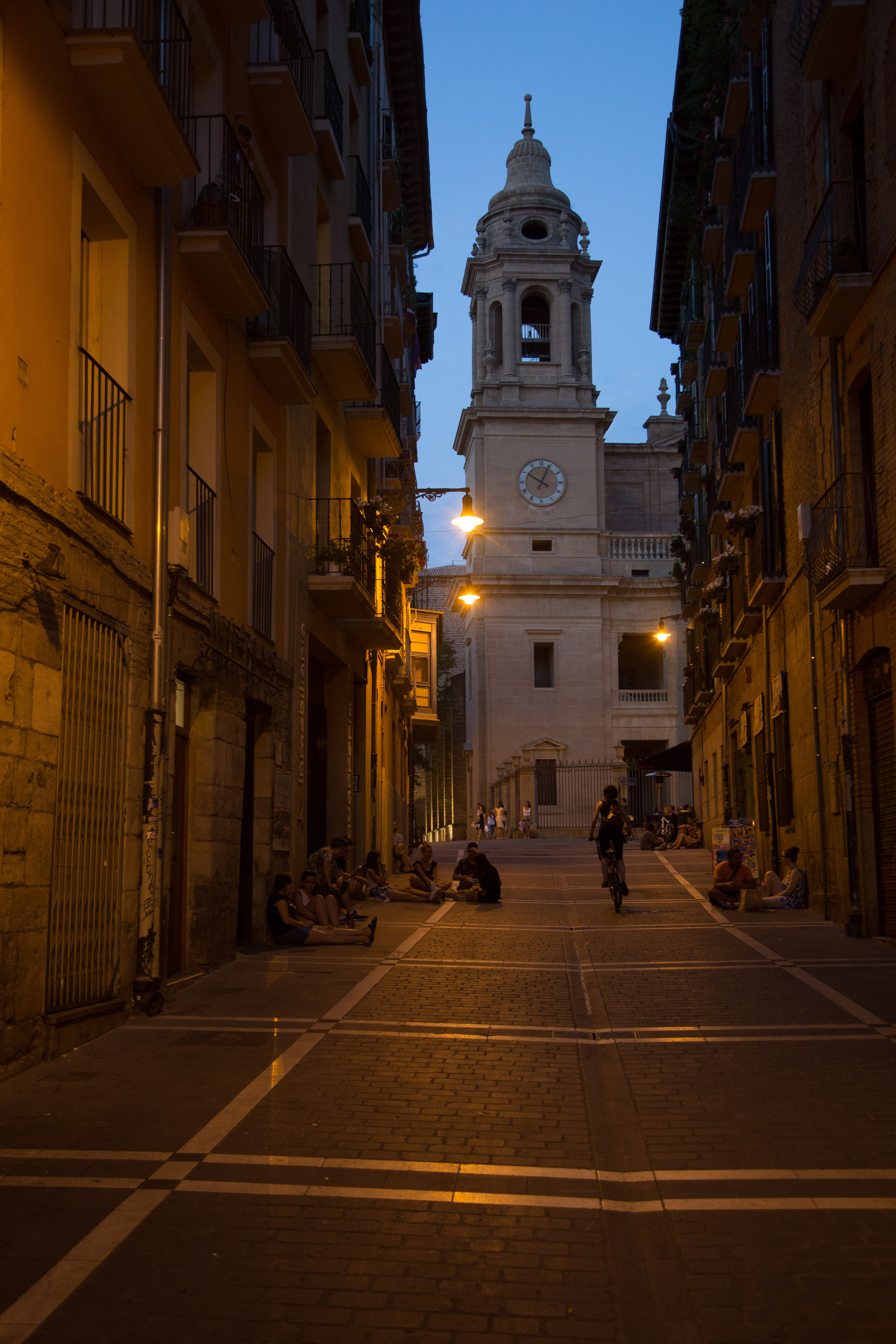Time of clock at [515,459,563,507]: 10:04
